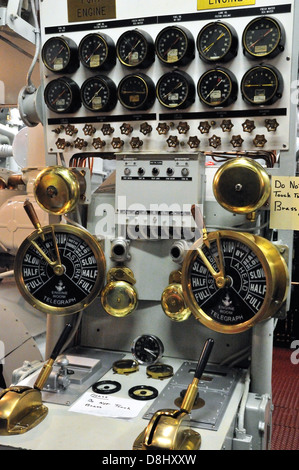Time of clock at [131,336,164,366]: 3:20
